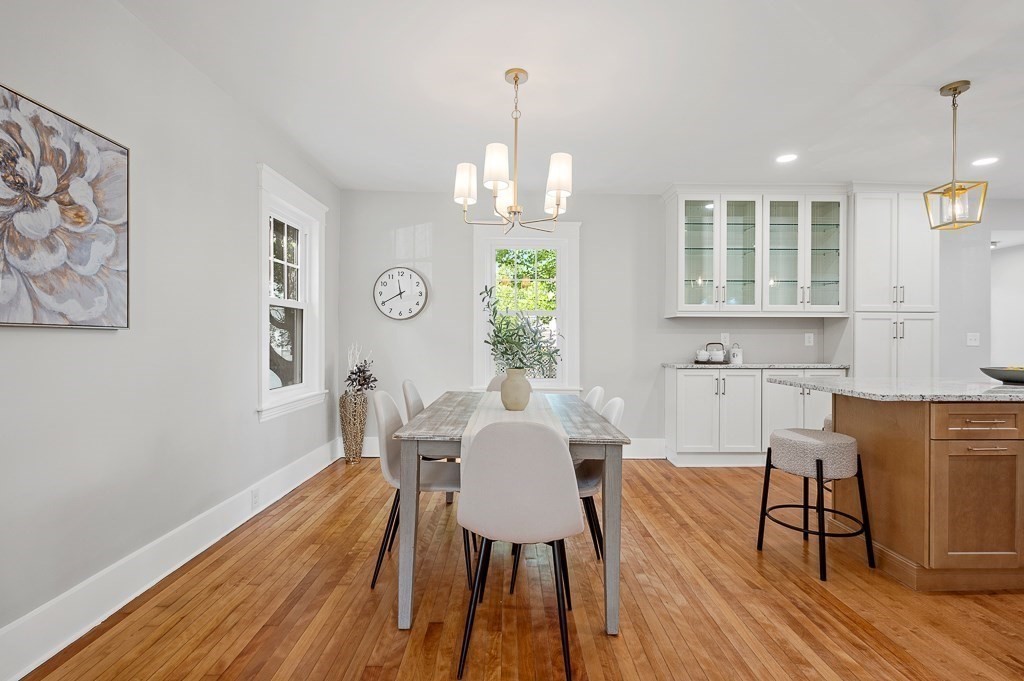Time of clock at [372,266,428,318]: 11:40
